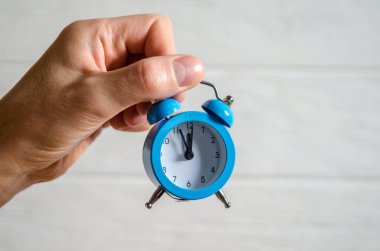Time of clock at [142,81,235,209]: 11:56
